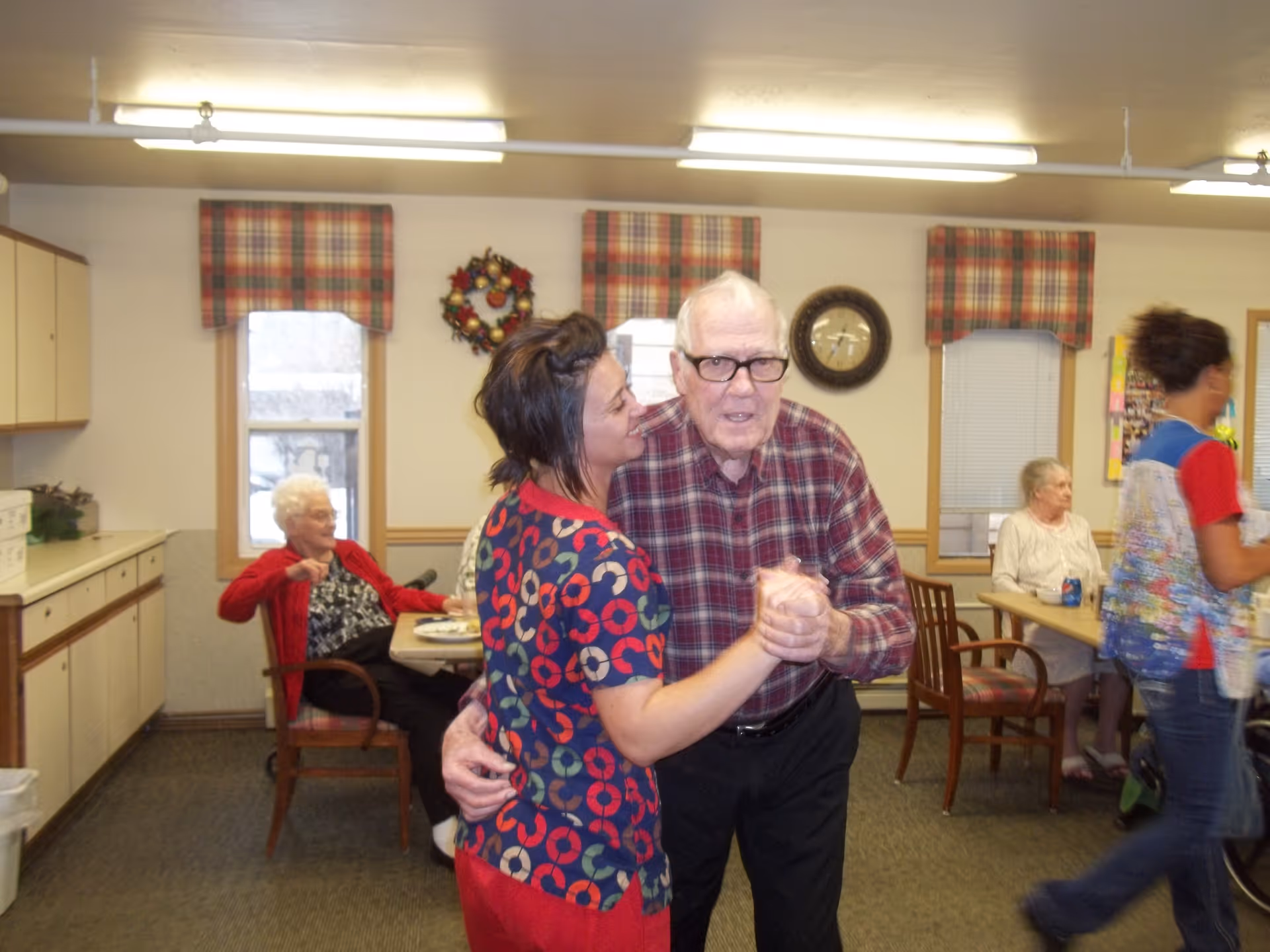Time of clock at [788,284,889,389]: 3:34
